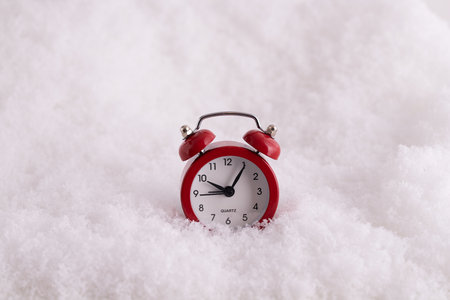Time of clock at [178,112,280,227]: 10:05
